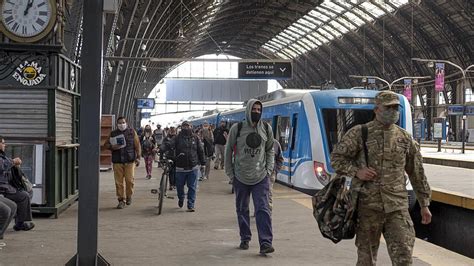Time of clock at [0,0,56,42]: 1:02
